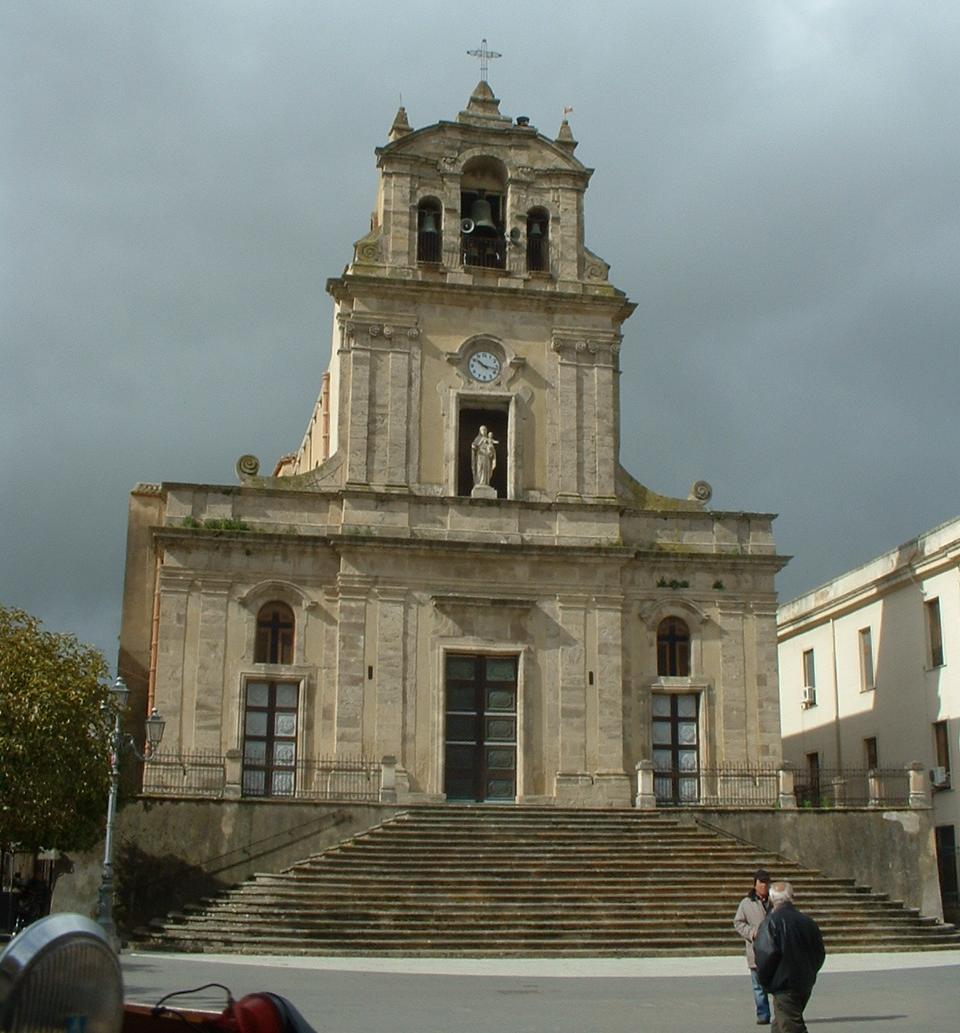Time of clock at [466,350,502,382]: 10:17
